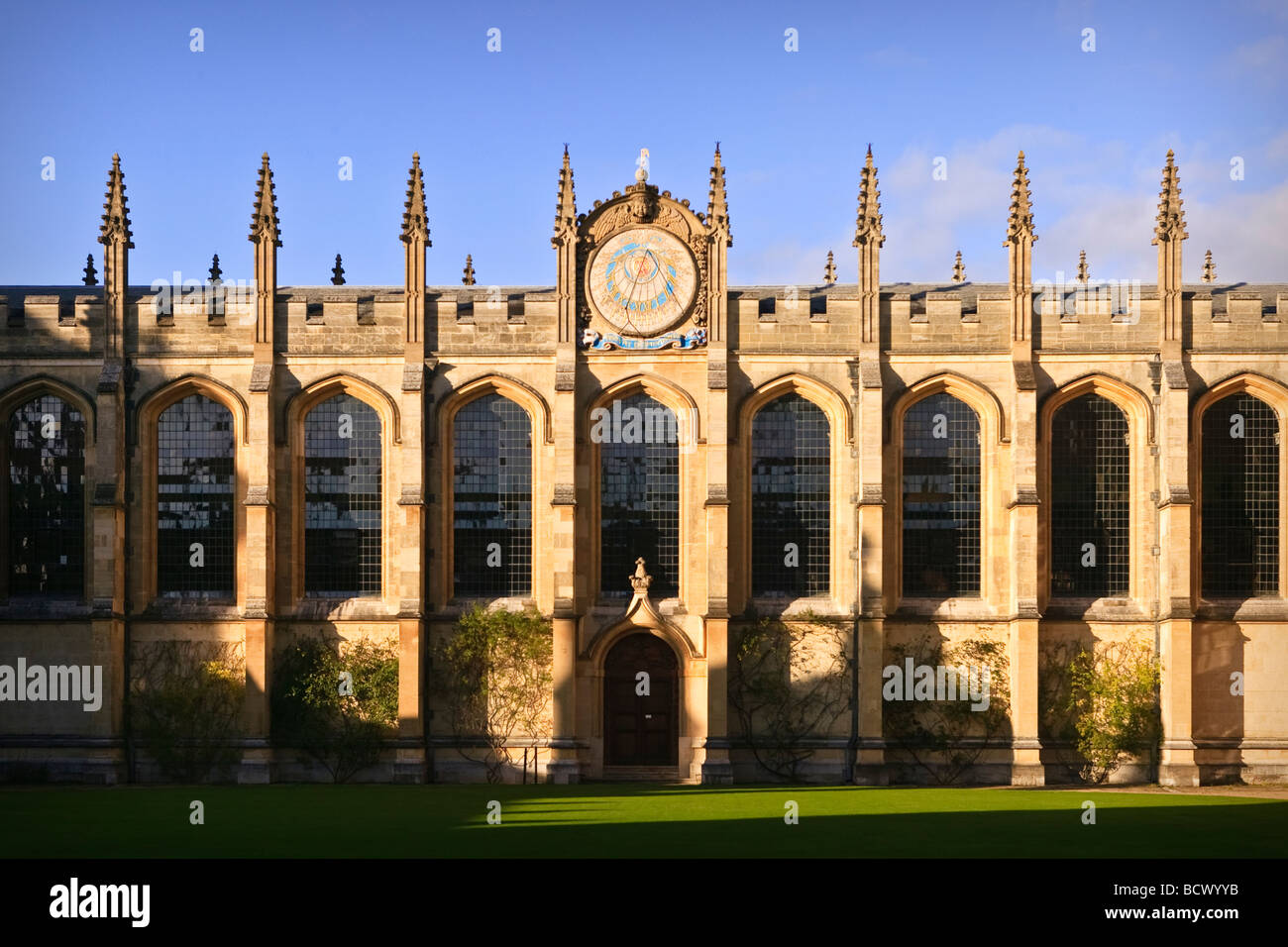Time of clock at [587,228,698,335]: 4:34
